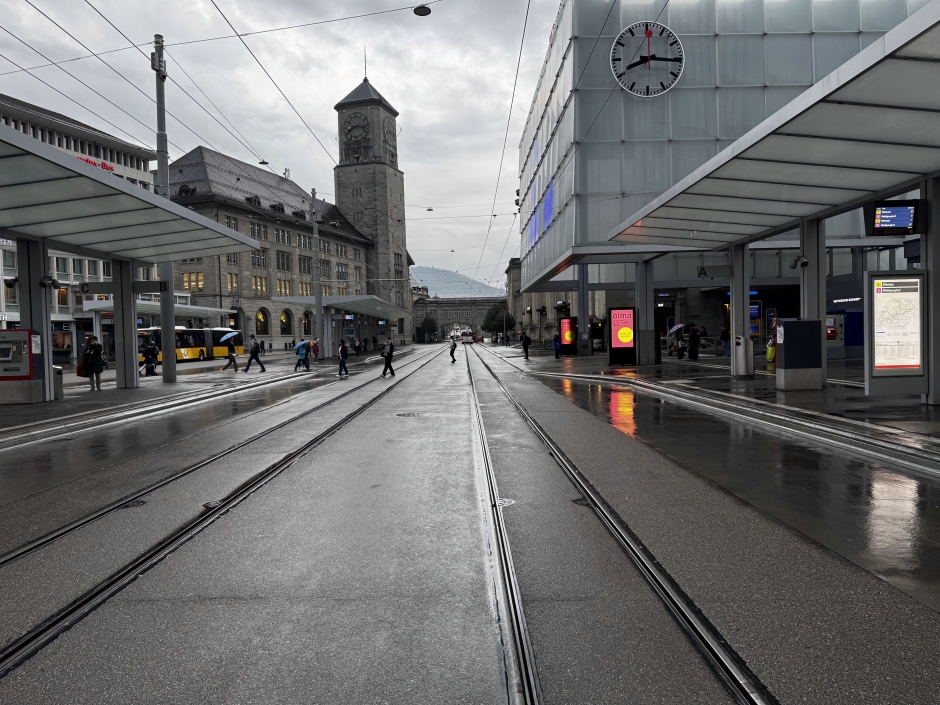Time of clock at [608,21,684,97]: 8:15
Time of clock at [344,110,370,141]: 8:16
